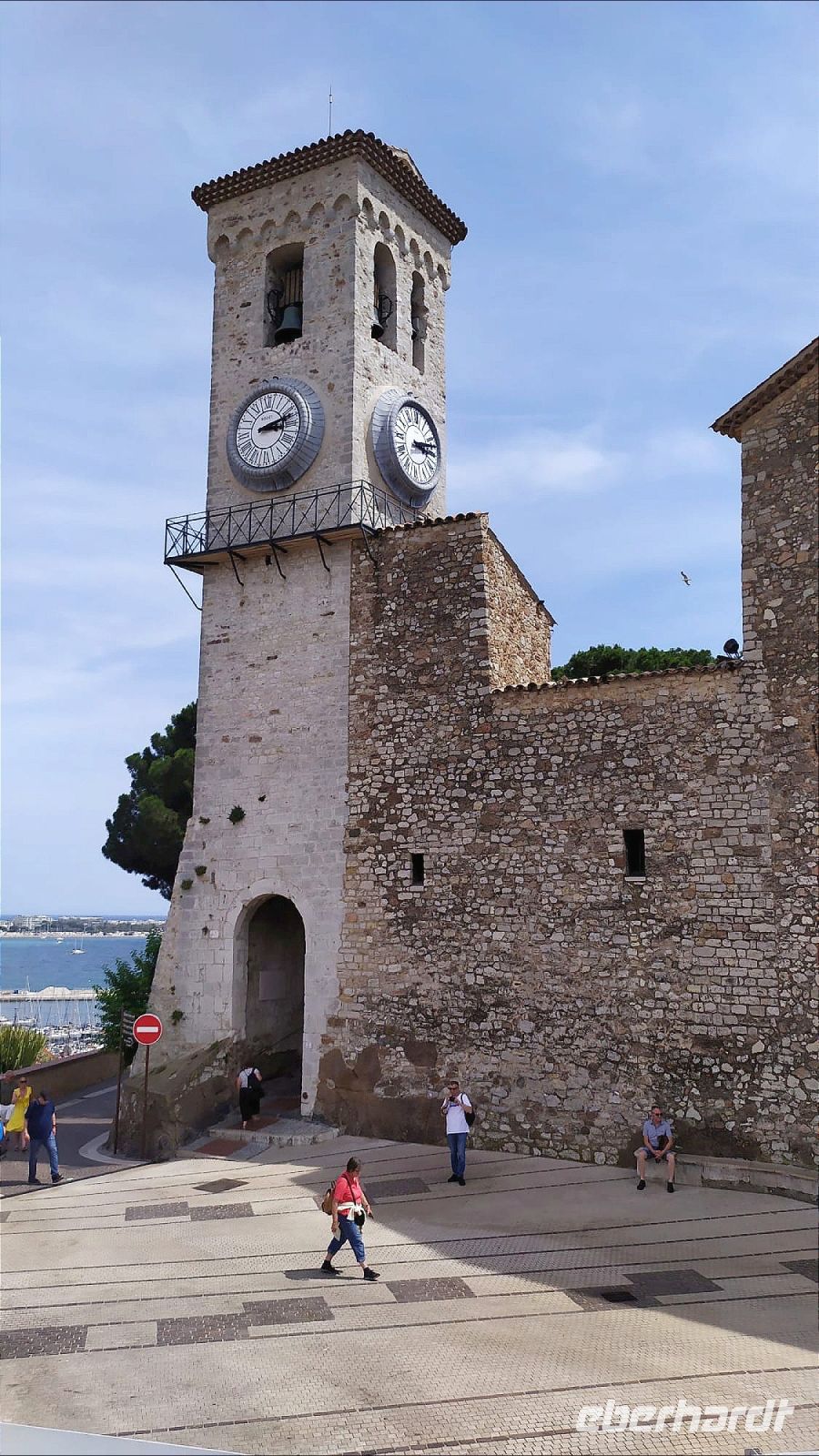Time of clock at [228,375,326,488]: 3:12
